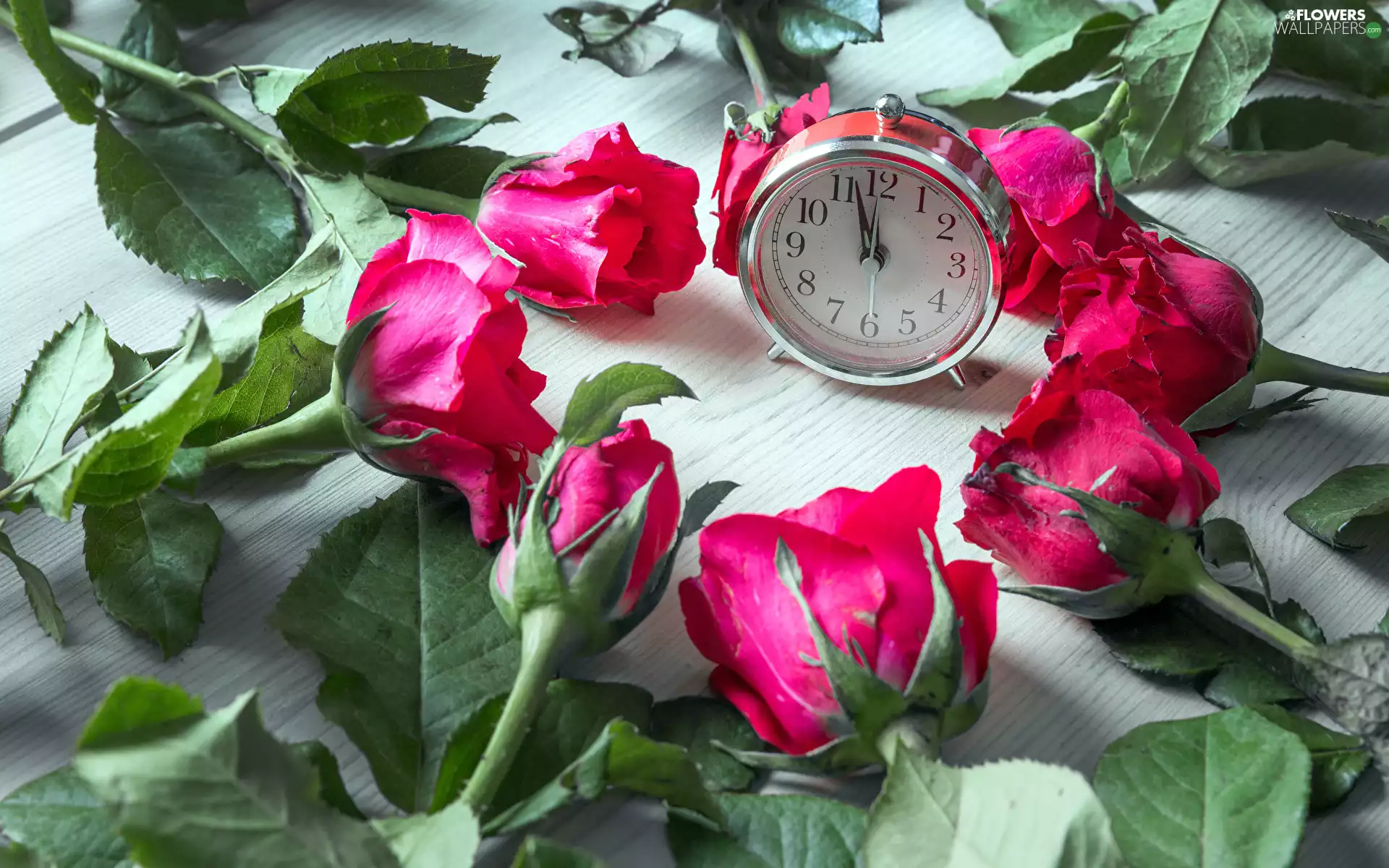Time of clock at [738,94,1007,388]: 11:57
